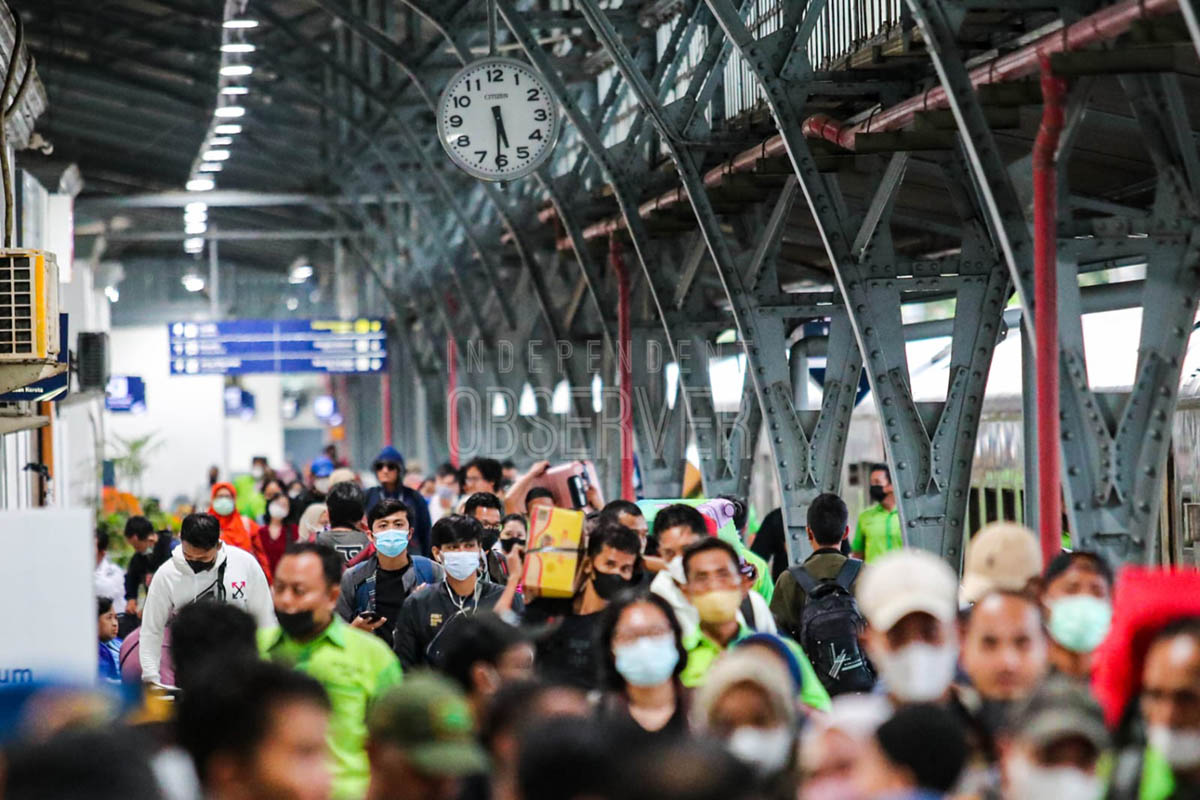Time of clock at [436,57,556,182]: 5:30
